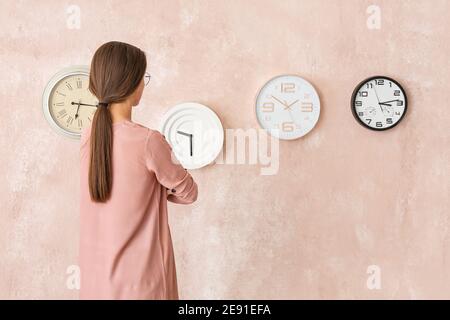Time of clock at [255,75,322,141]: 1:50
